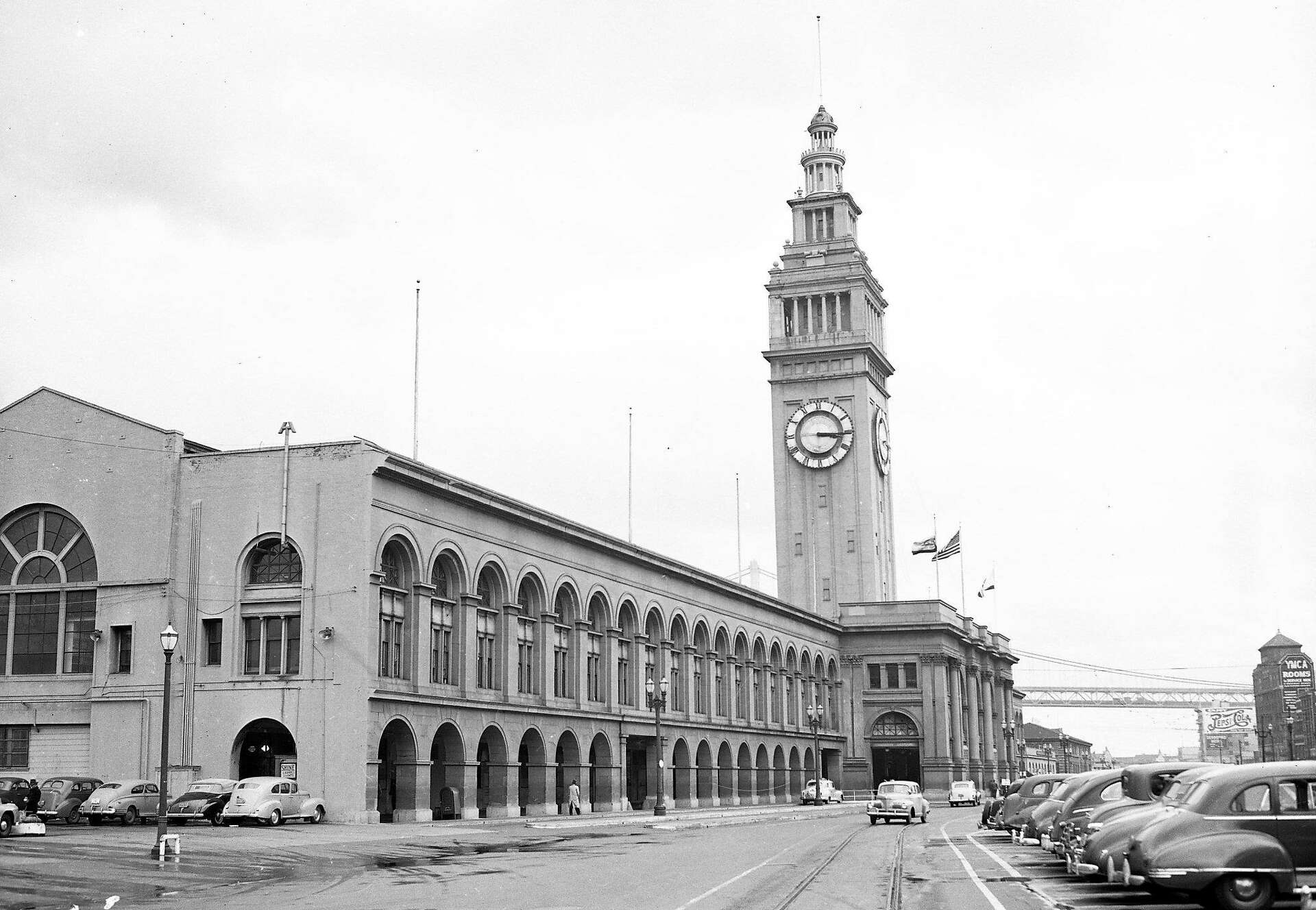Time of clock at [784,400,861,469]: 3:15
